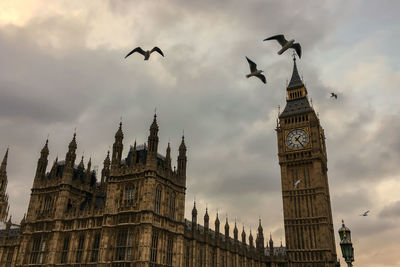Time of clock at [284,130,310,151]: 1:24
